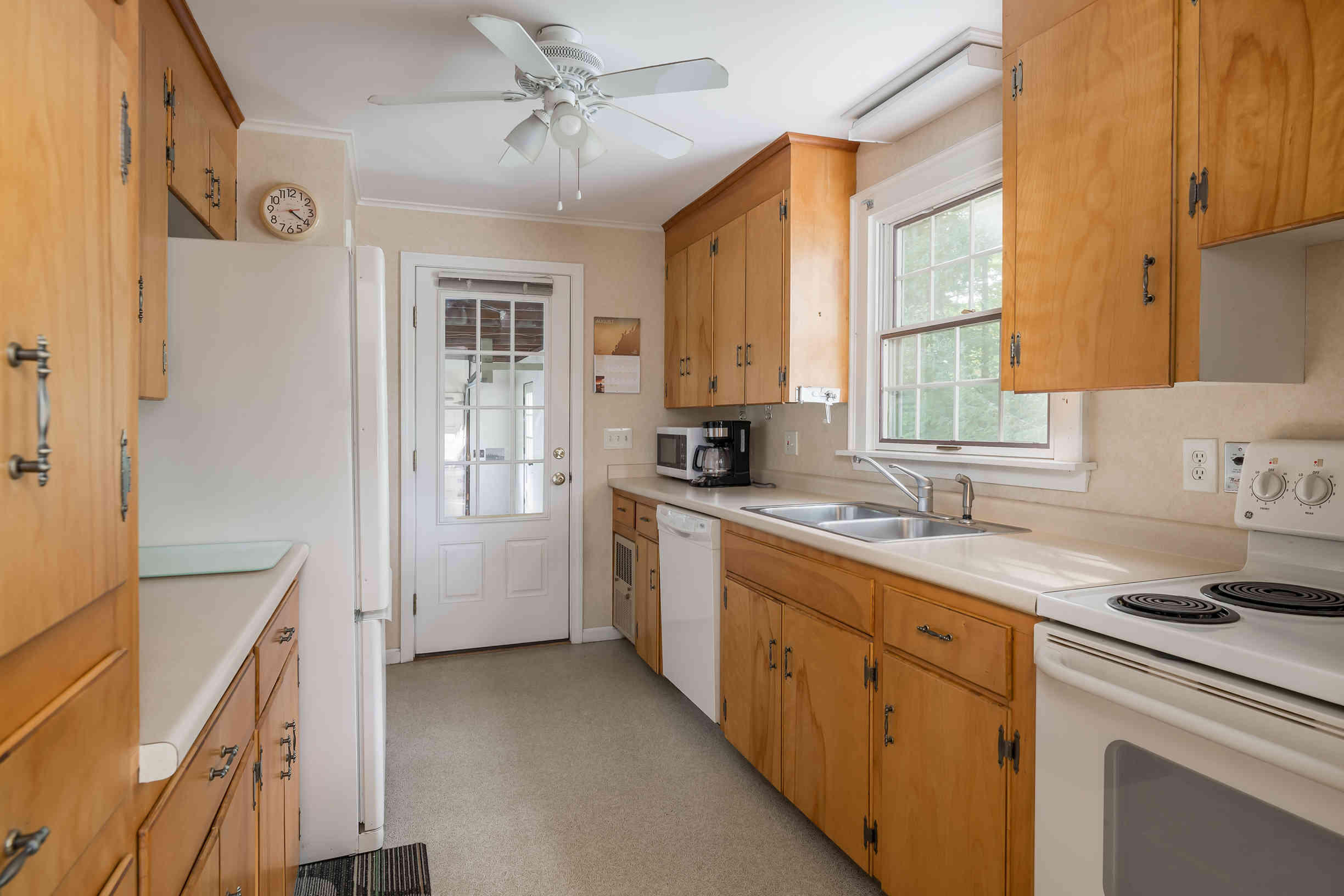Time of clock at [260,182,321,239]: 4:20
